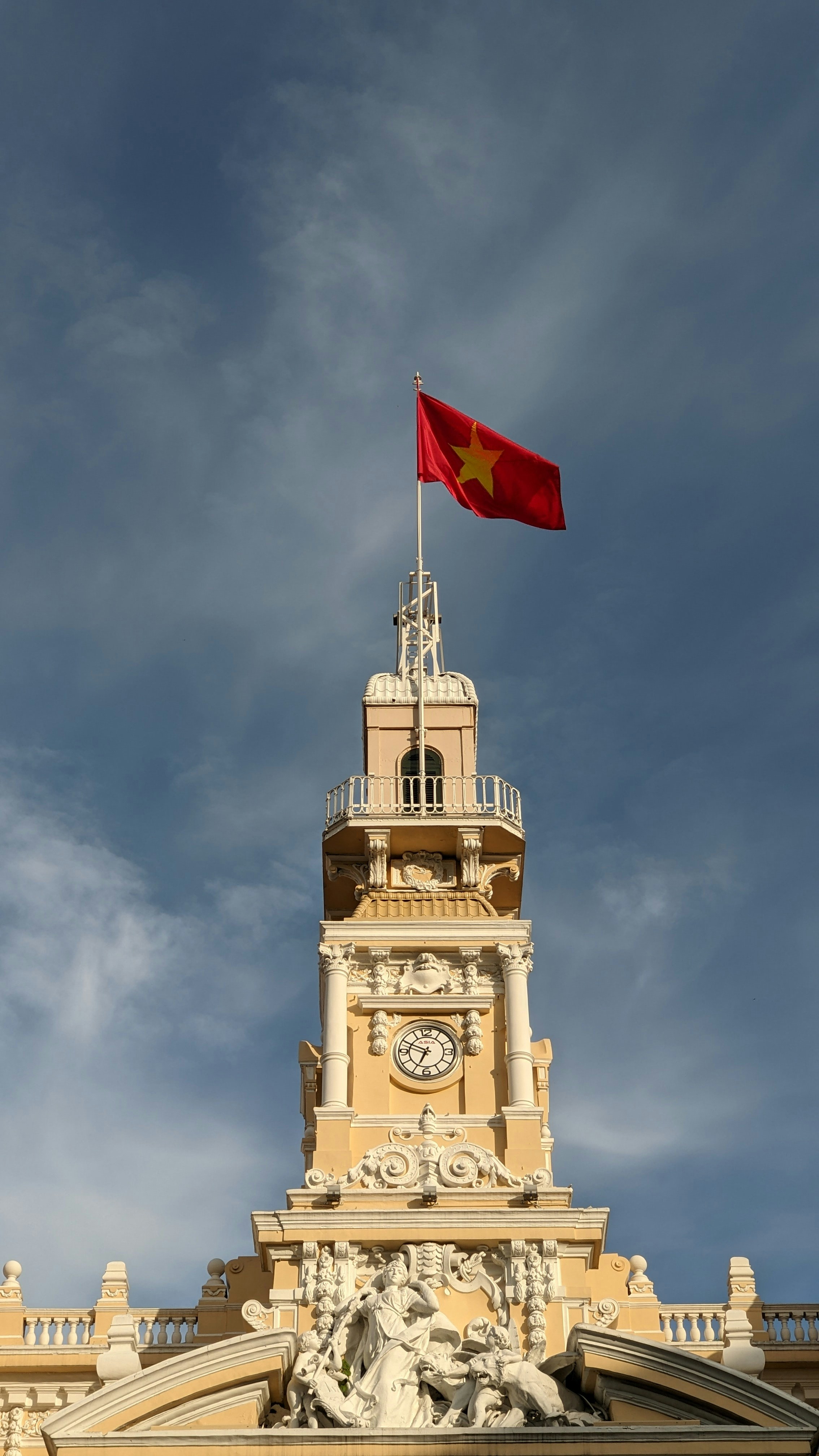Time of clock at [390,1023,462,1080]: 6:48
